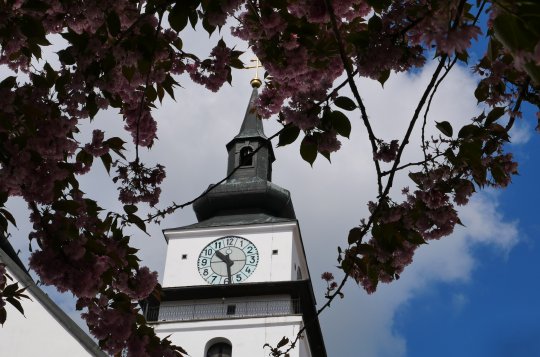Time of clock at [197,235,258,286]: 10:28
